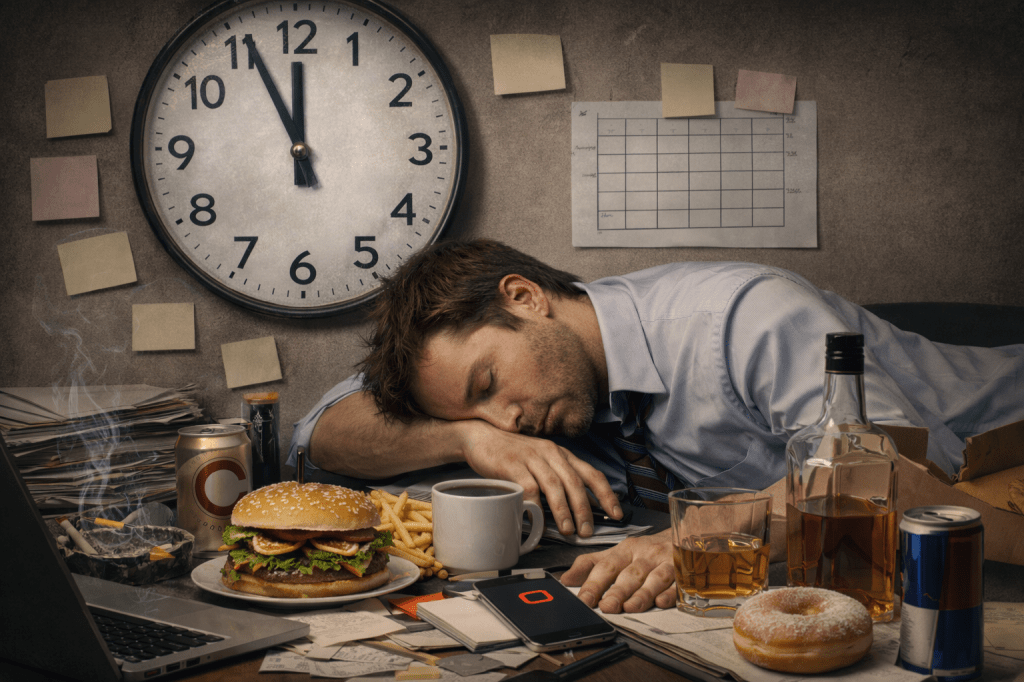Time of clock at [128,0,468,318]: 11:55
